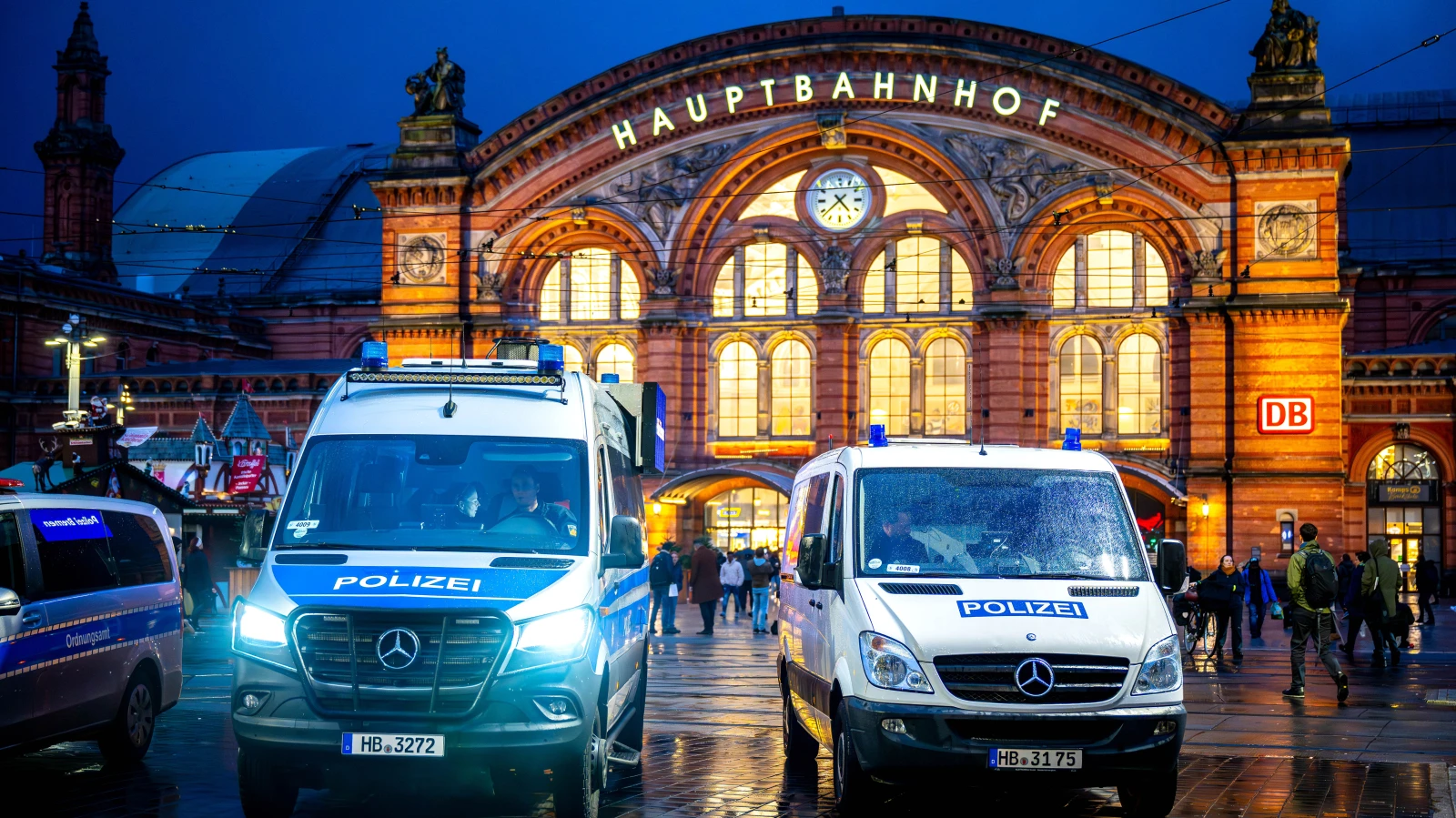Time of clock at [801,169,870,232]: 4:37
